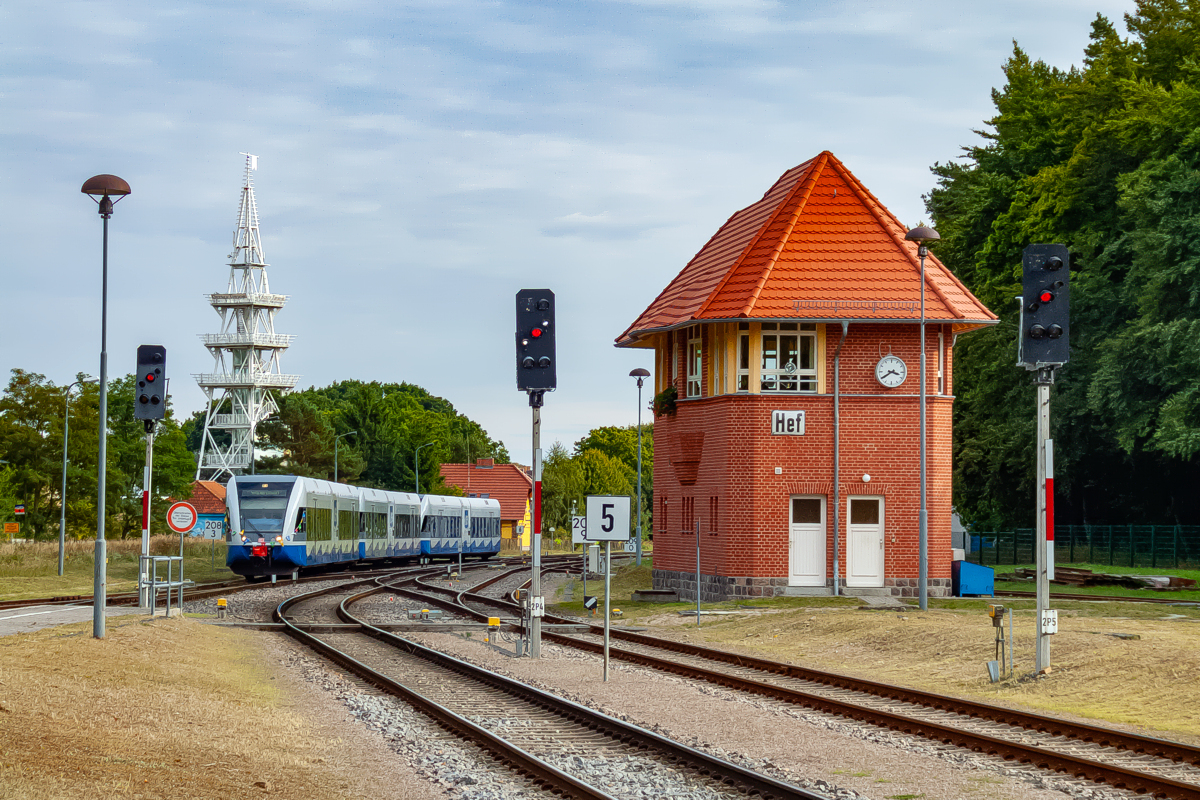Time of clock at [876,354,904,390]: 3:39
